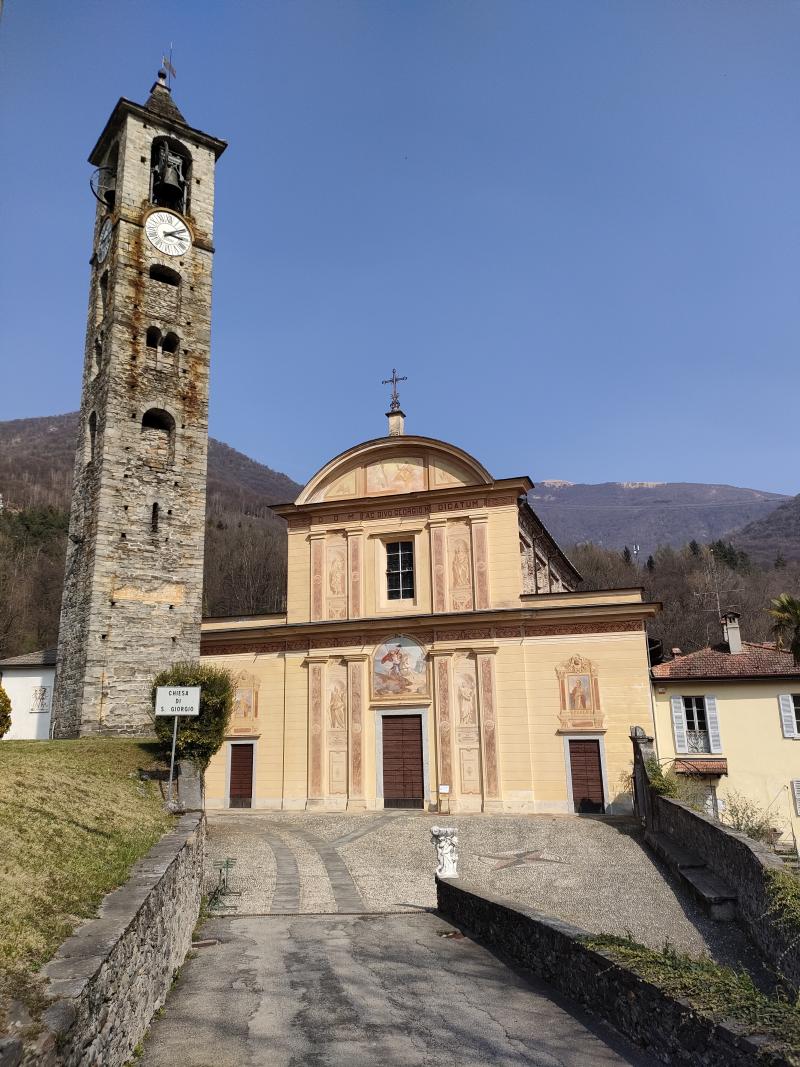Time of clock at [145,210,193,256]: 3:09
